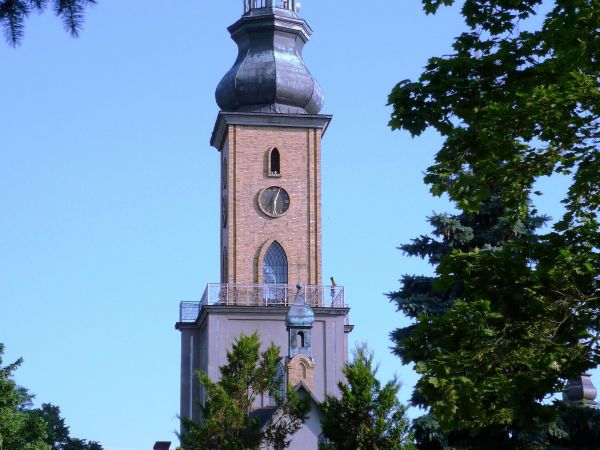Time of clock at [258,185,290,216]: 6:03
